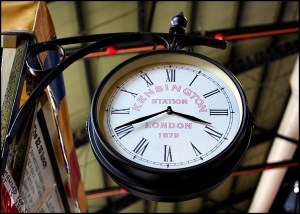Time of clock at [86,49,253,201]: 3:40
